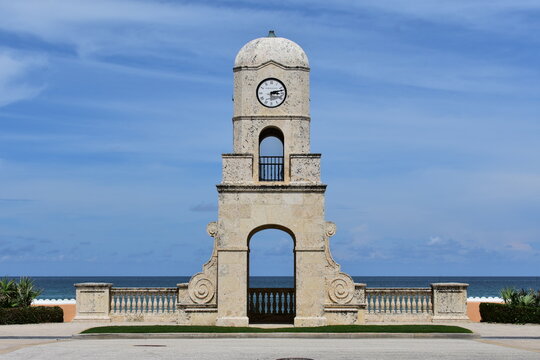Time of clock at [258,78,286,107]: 3:12
